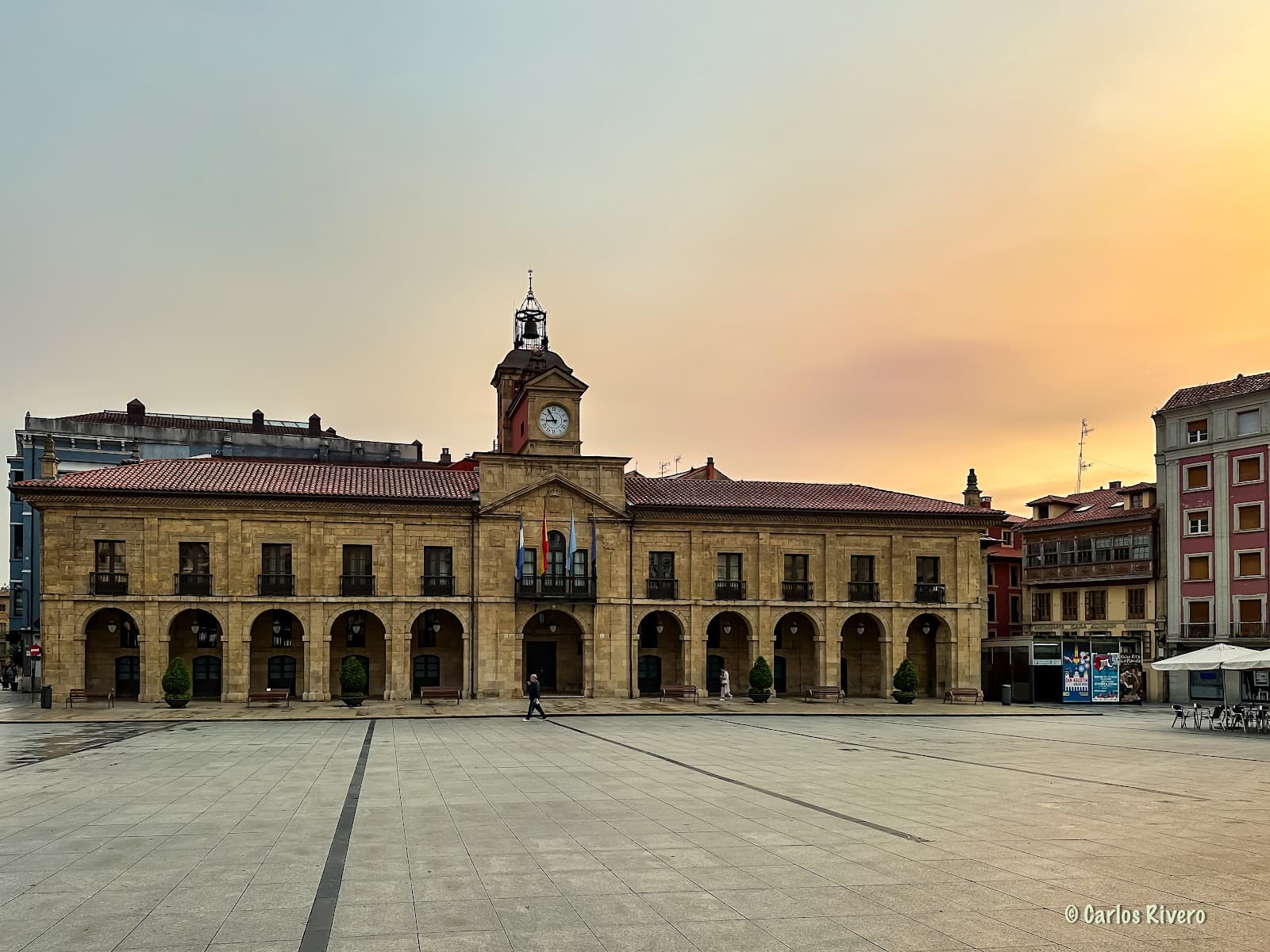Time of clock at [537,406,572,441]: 8:54
